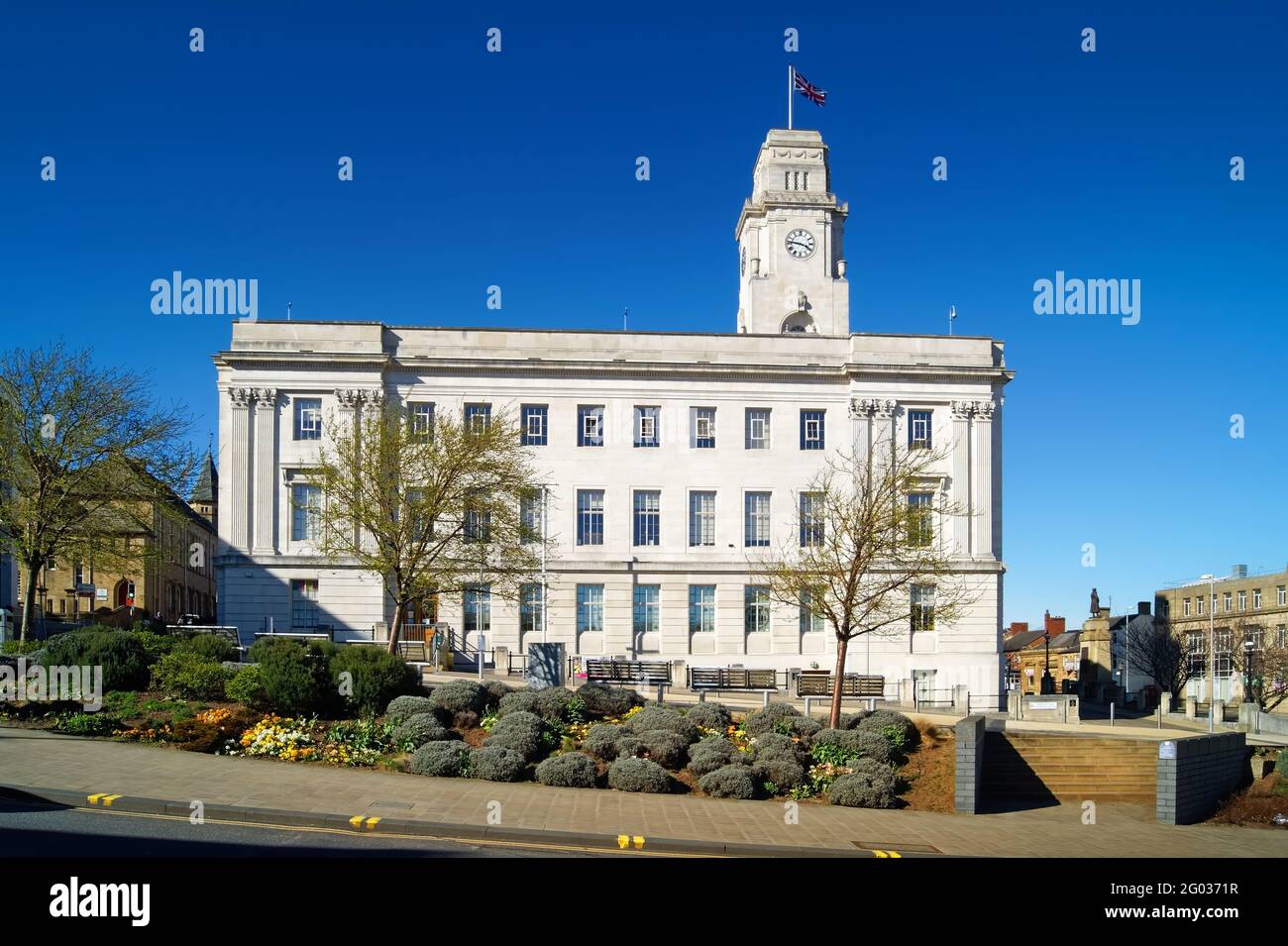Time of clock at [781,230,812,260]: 3:46
